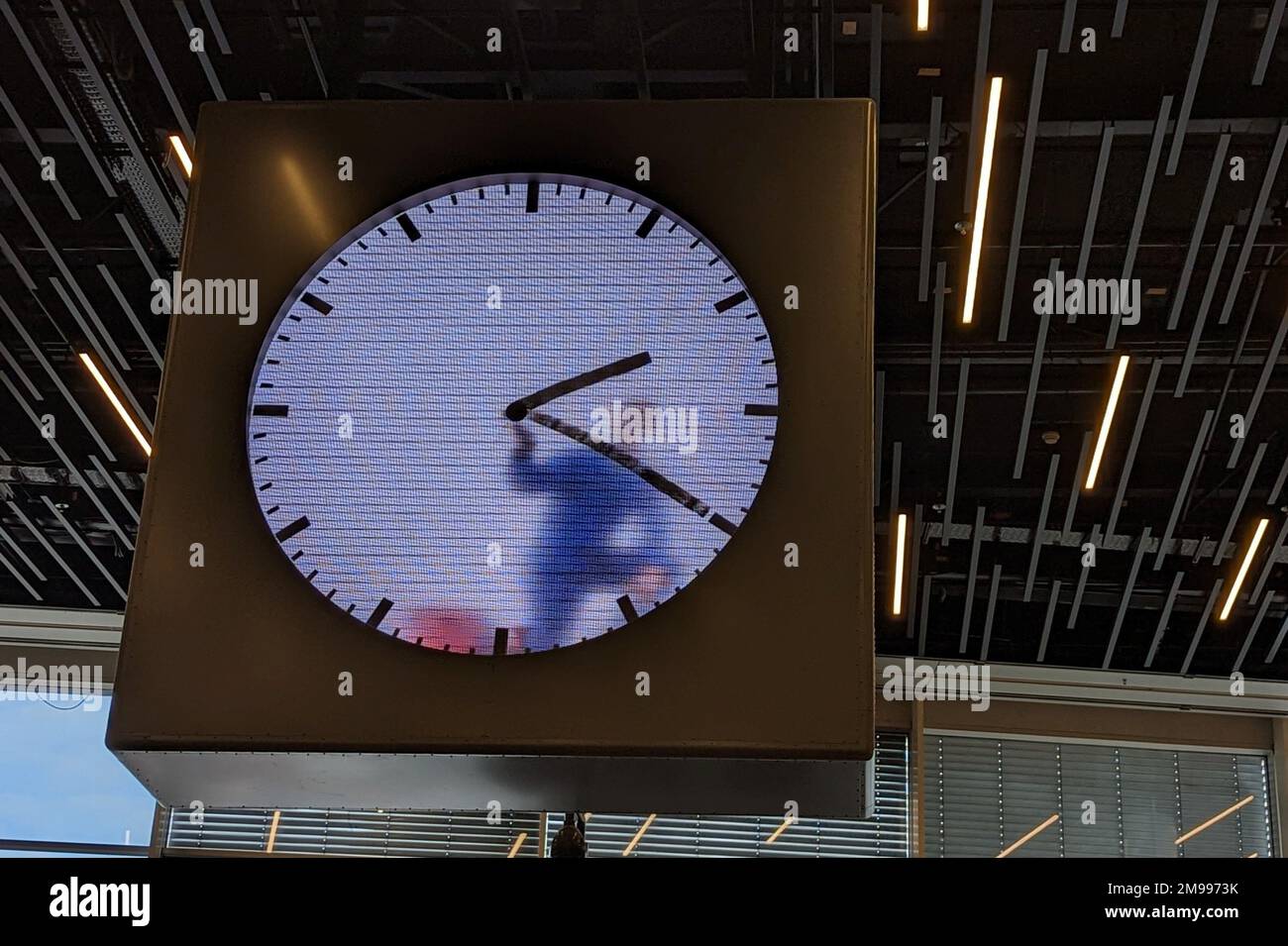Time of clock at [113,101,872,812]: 2:19
